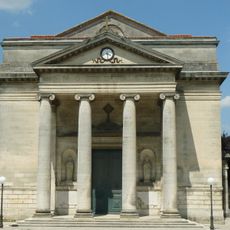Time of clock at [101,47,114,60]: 3:28
